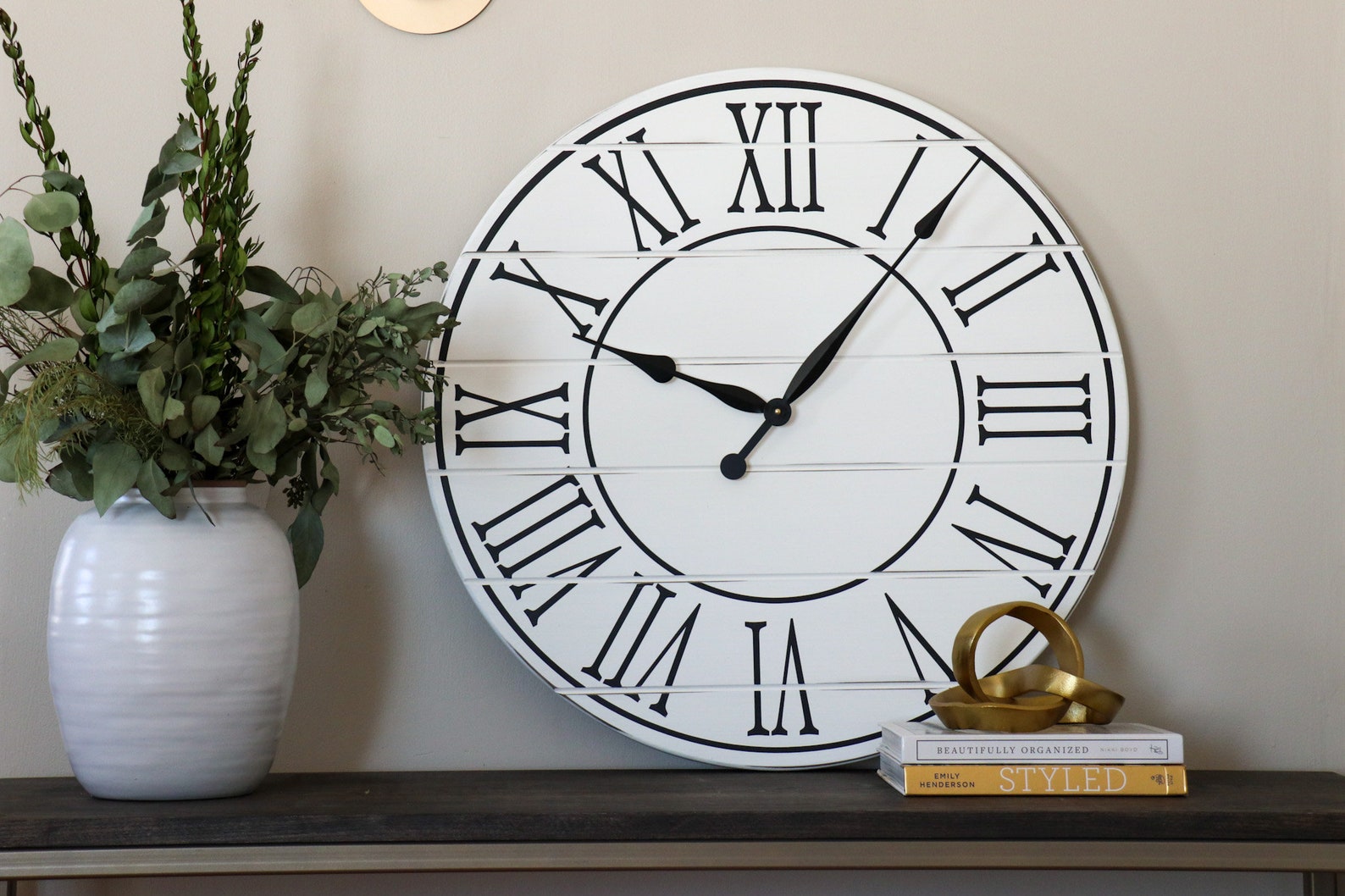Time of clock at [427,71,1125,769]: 10:06
